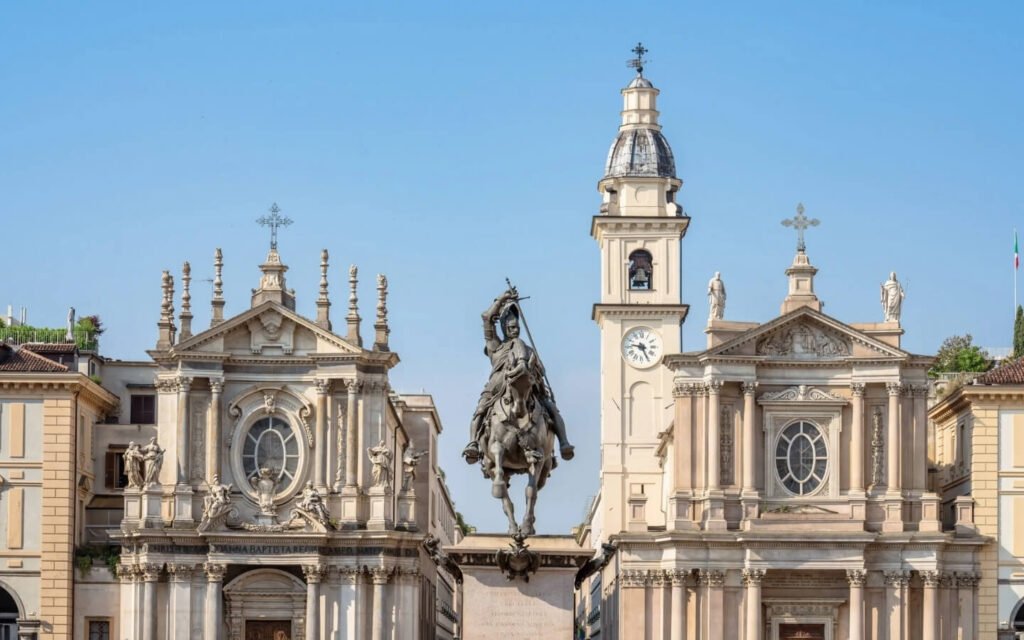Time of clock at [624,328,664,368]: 9:25
